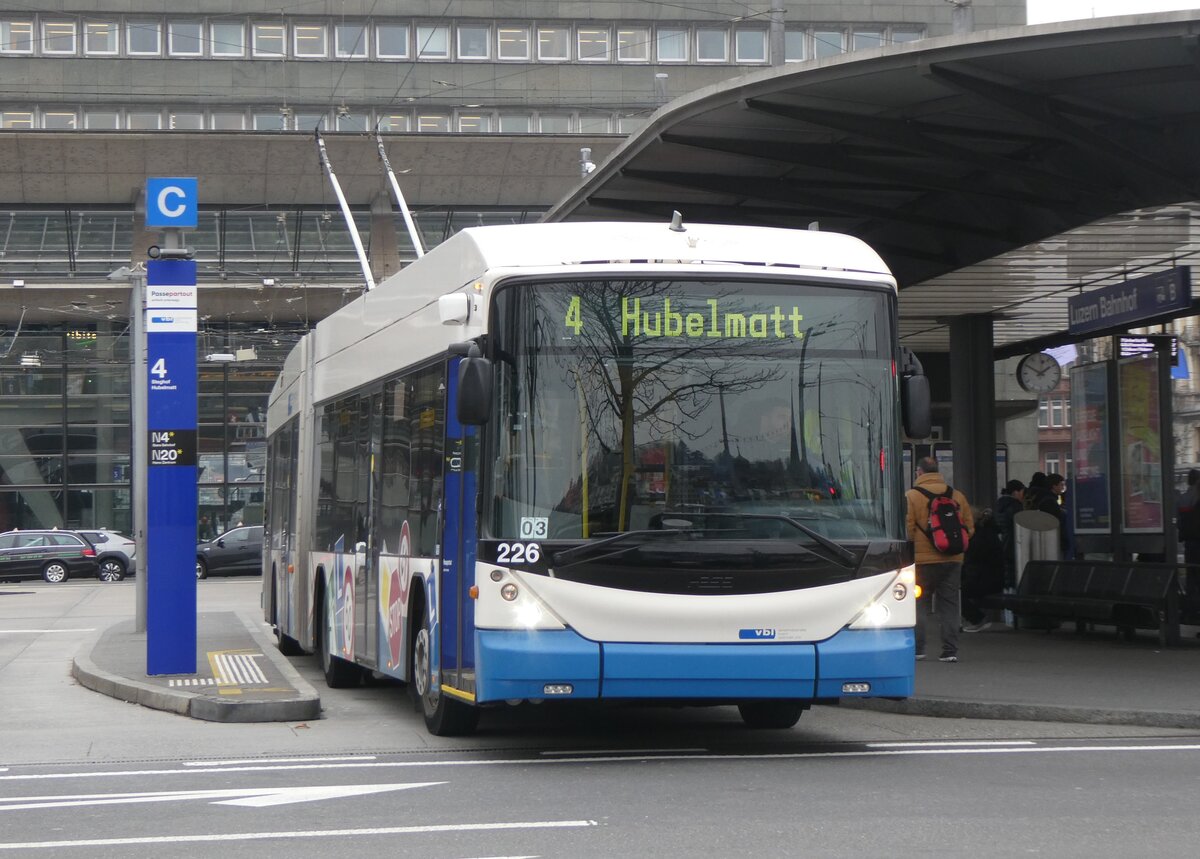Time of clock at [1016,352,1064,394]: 1:50
